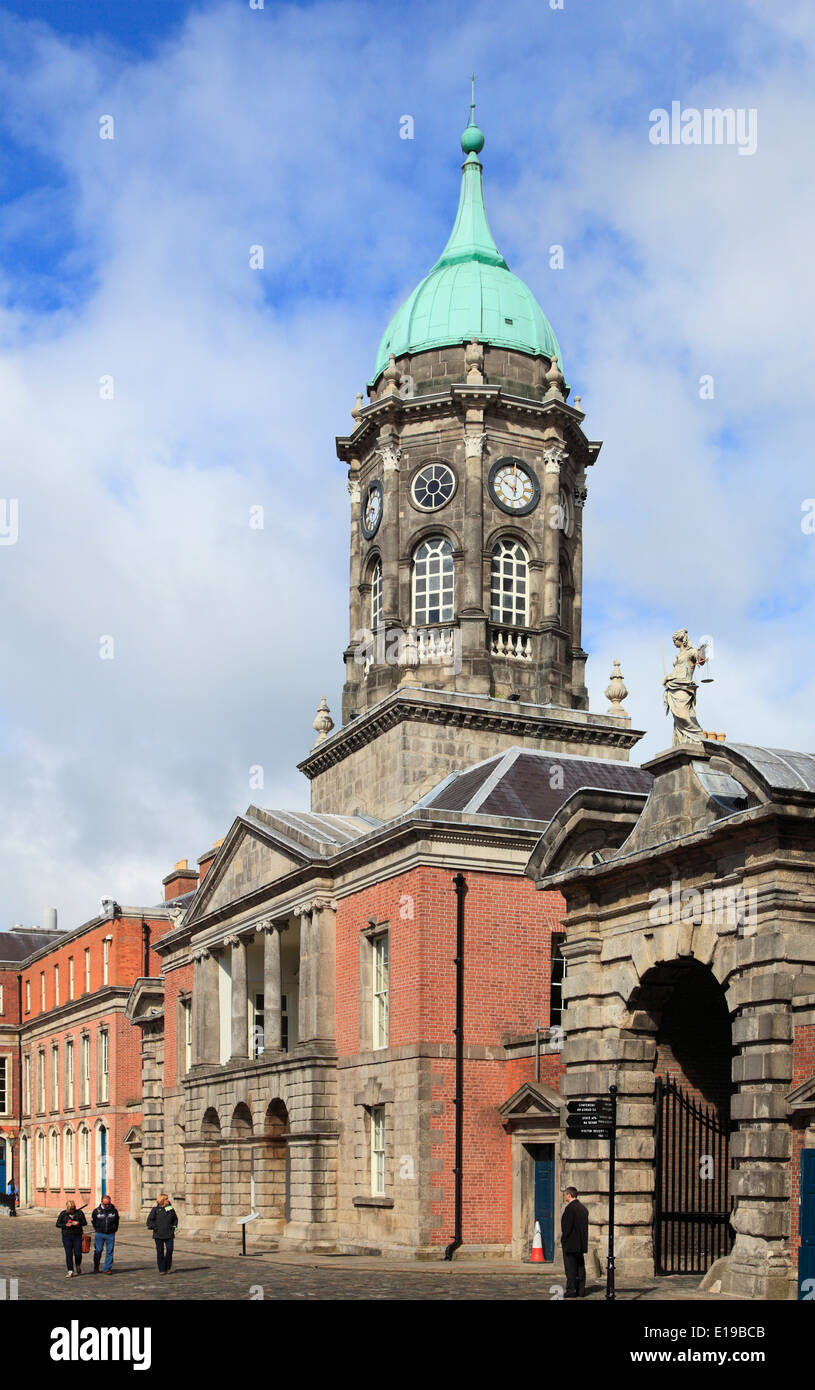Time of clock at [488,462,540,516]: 10:01
